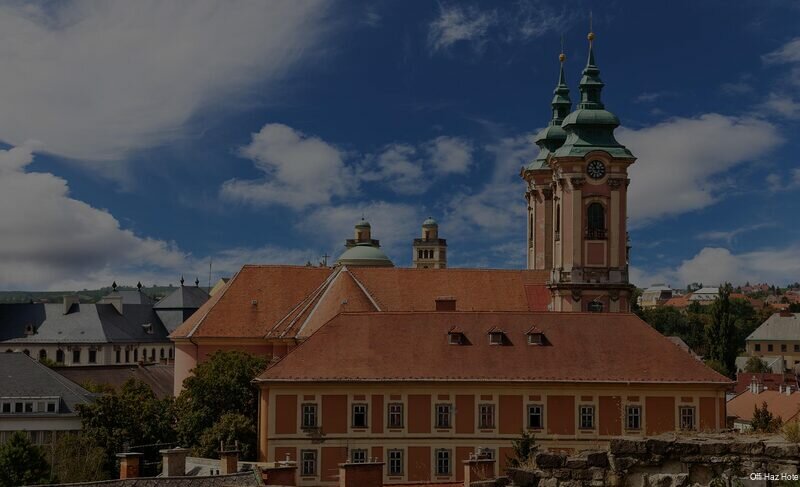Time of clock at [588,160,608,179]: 11:14
